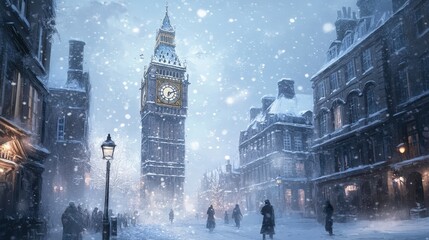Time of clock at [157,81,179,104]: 6:12
